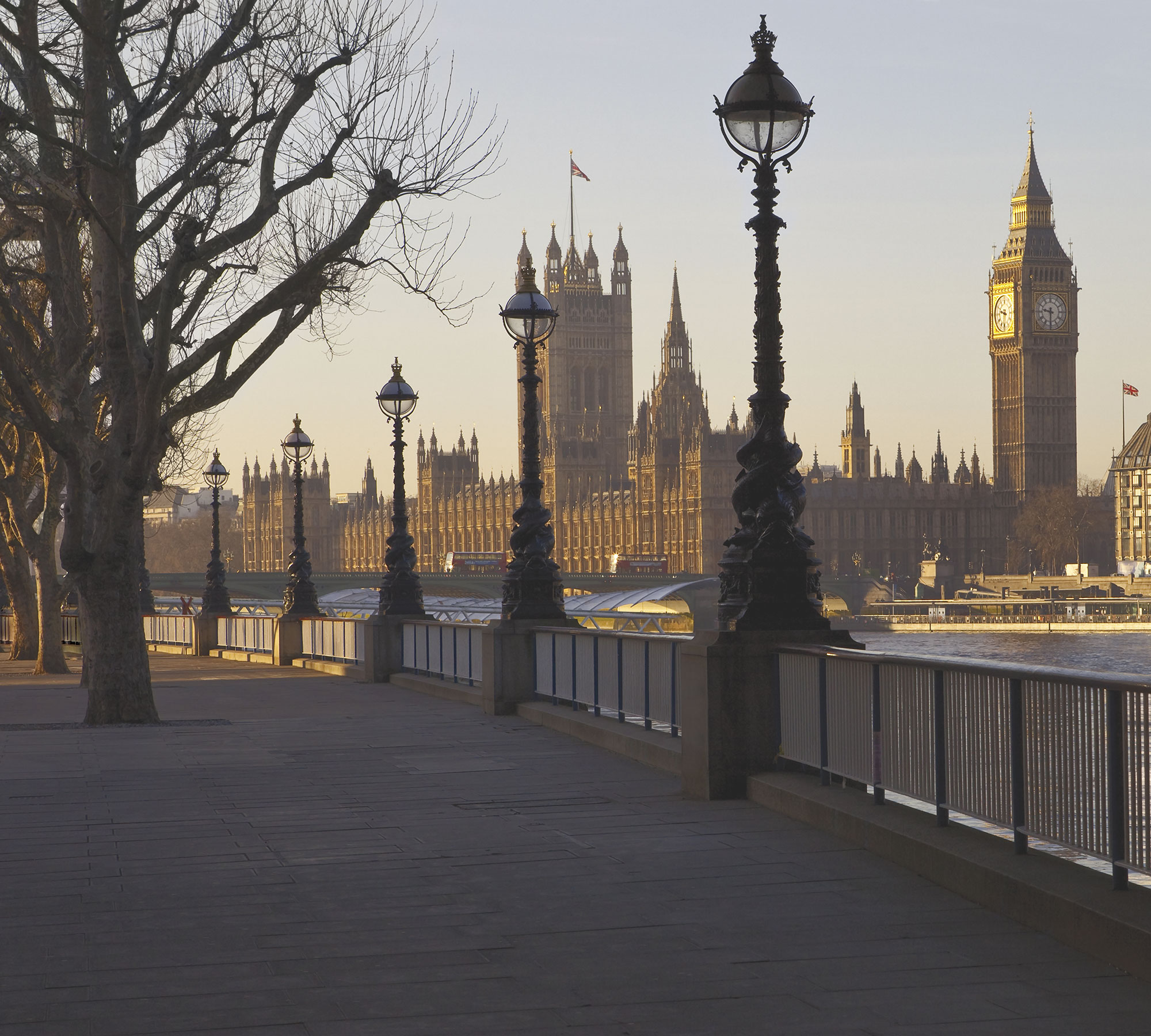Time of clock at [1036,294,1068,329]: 9:30
